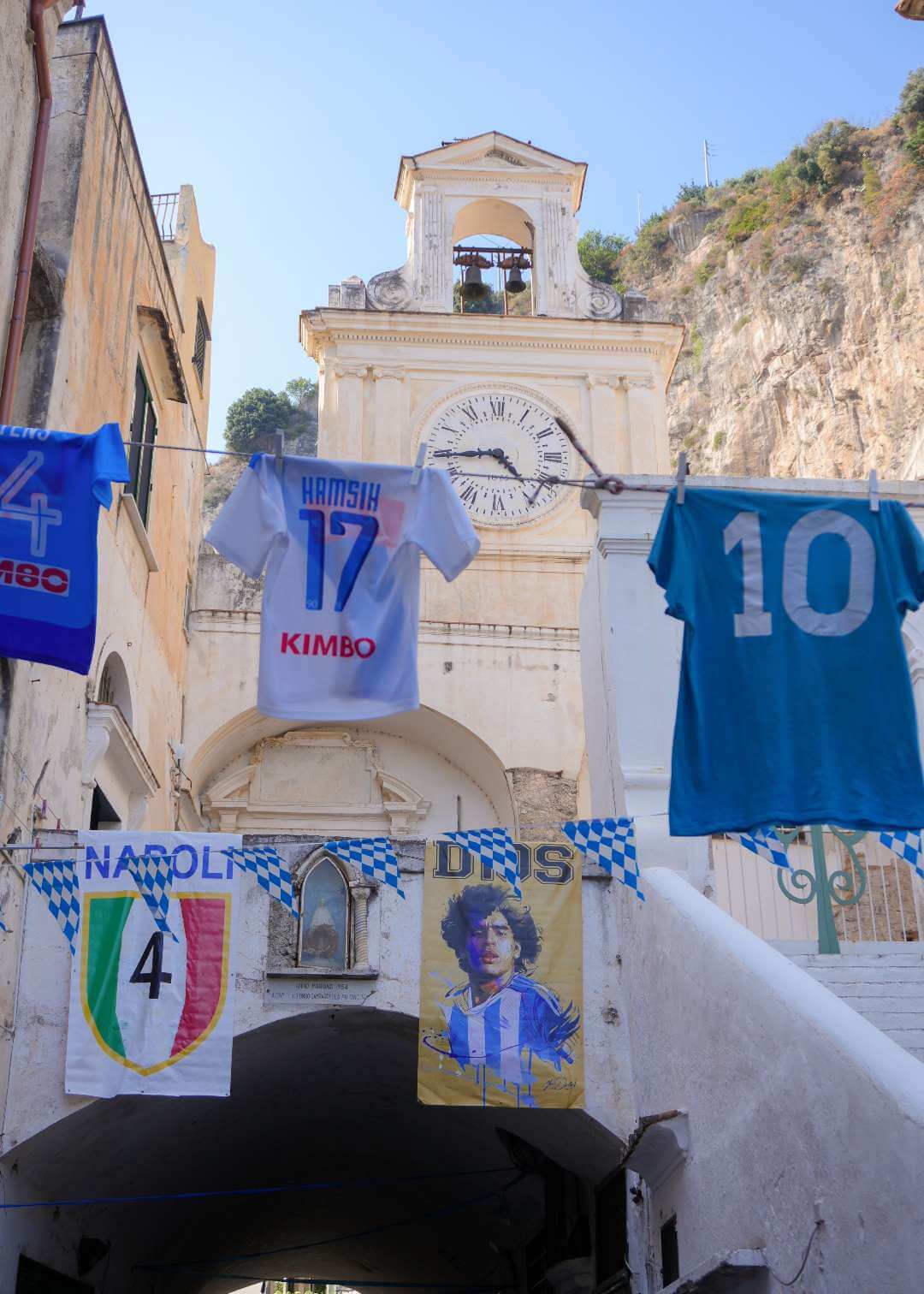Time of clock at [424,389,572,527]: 4:44
